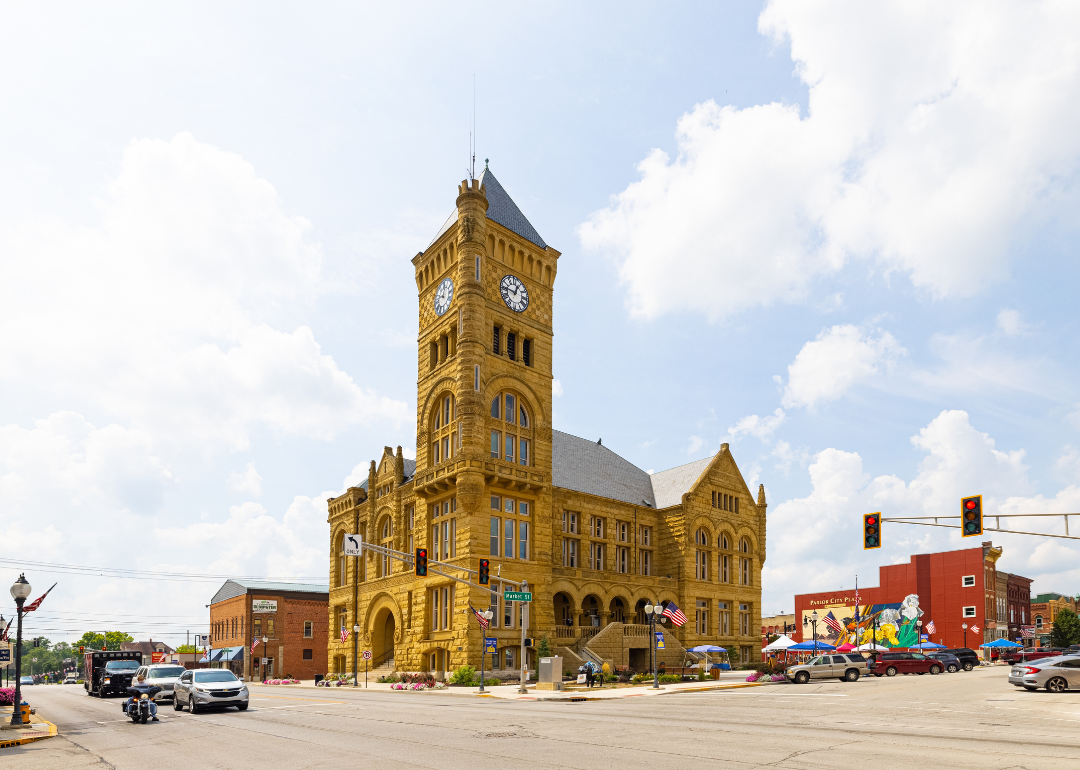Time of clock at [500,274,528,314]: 12:46
